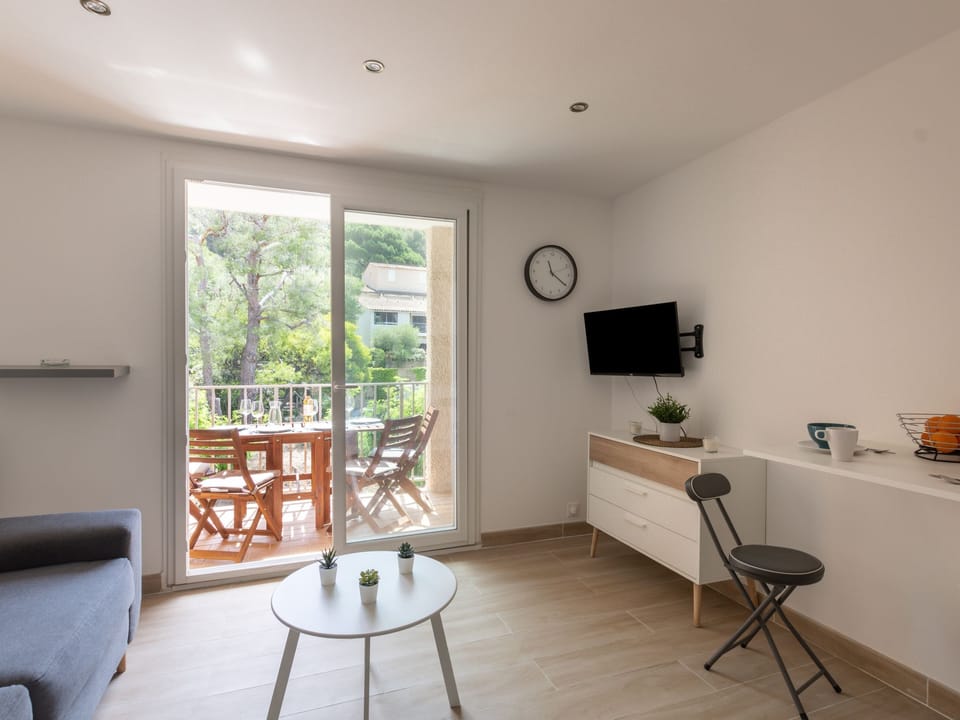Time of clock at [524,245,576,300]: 11:20
